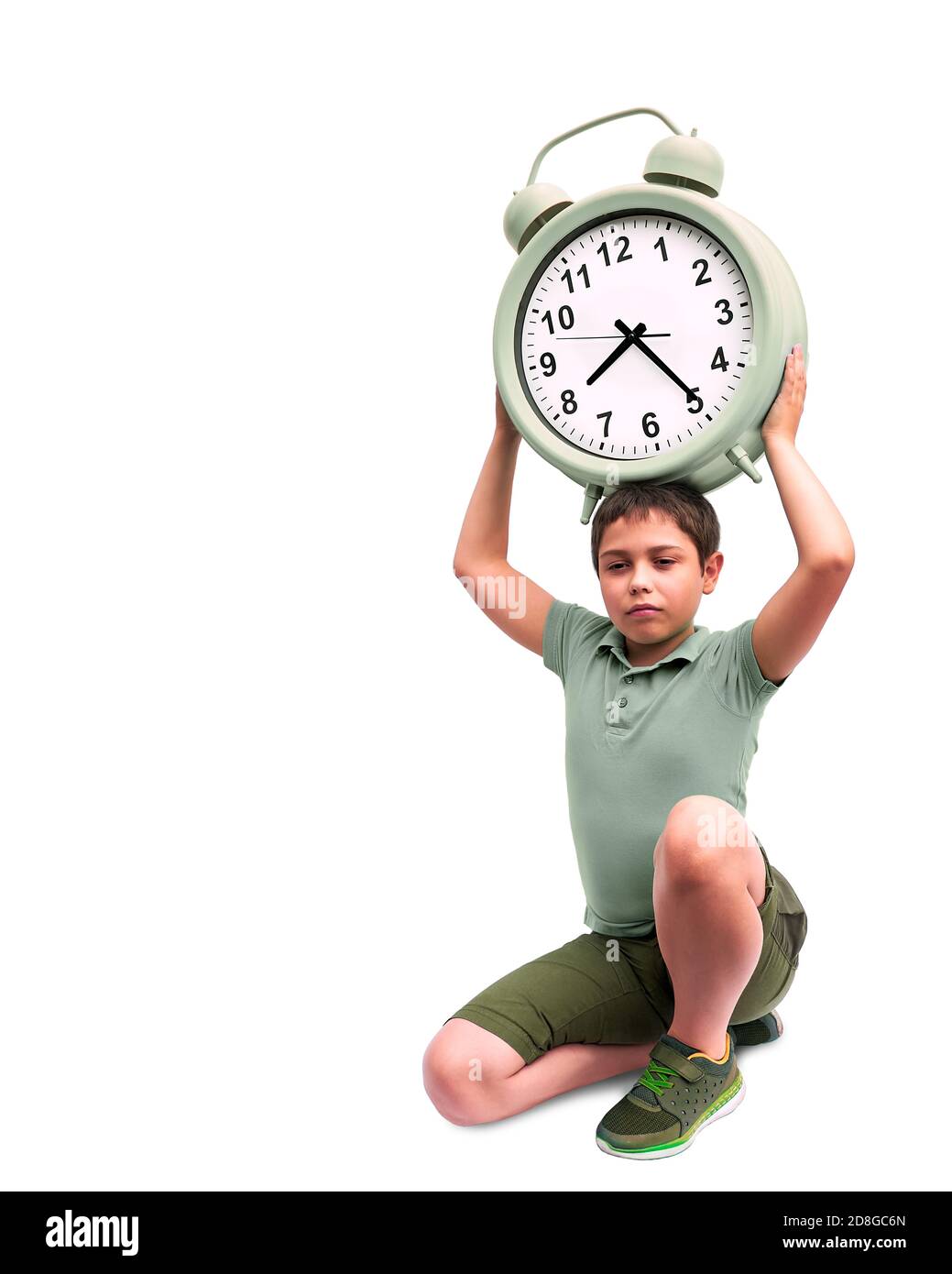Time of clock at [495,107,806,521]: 7:24
